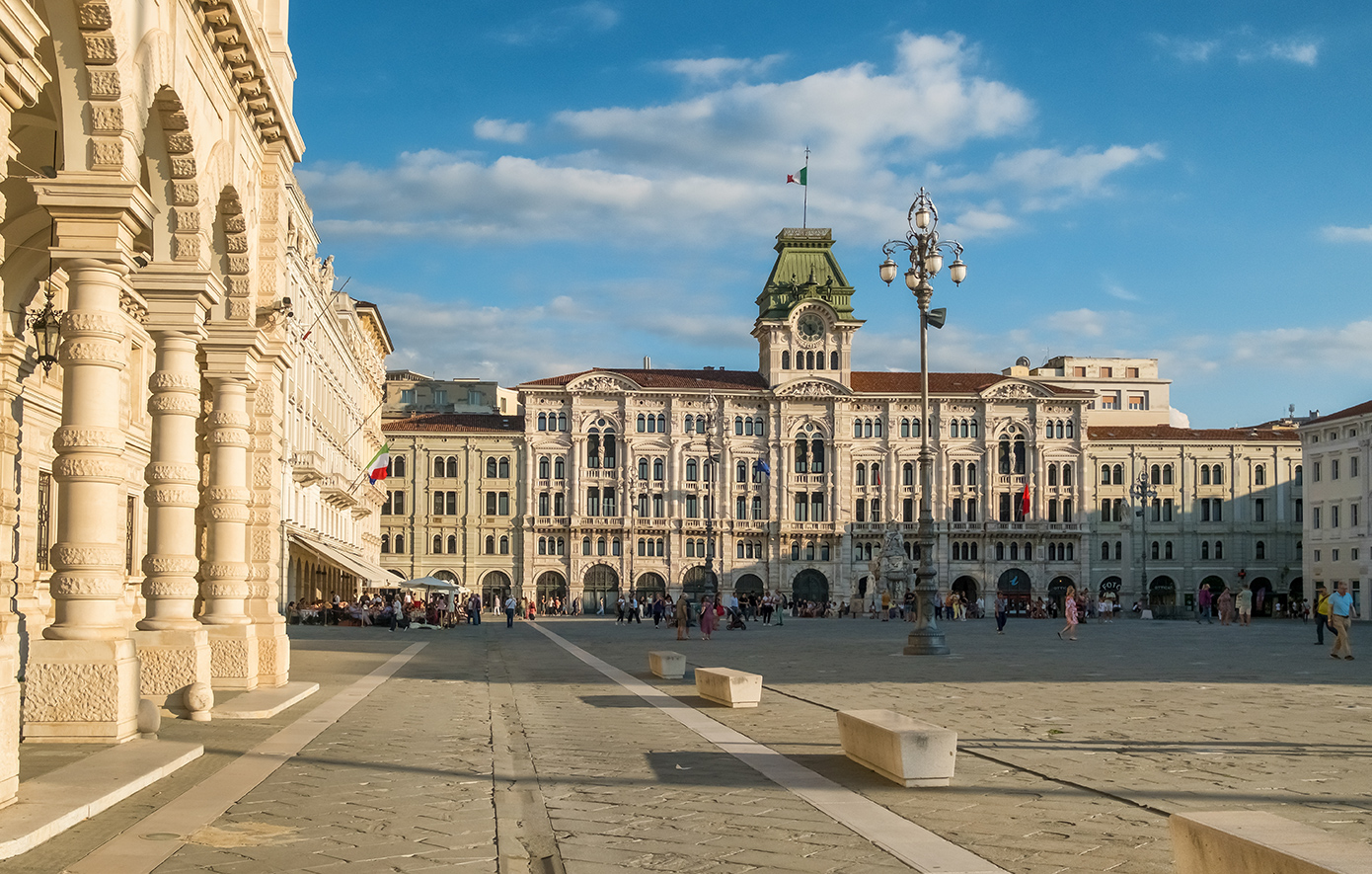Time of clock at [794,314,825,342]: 5:51
